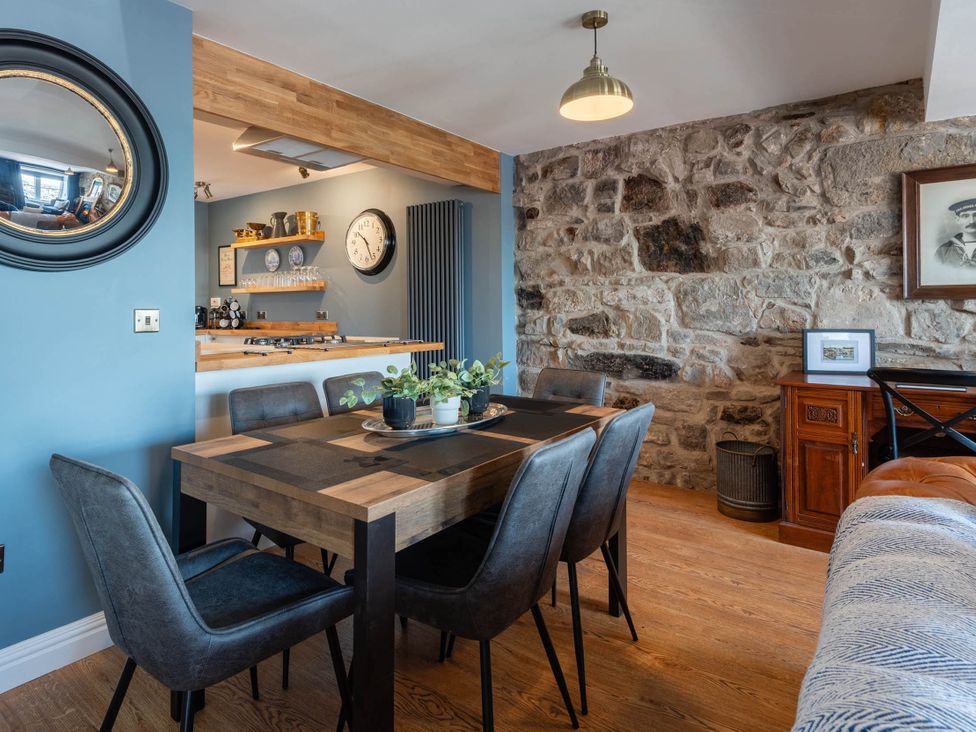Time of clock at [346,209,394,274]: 10:26
